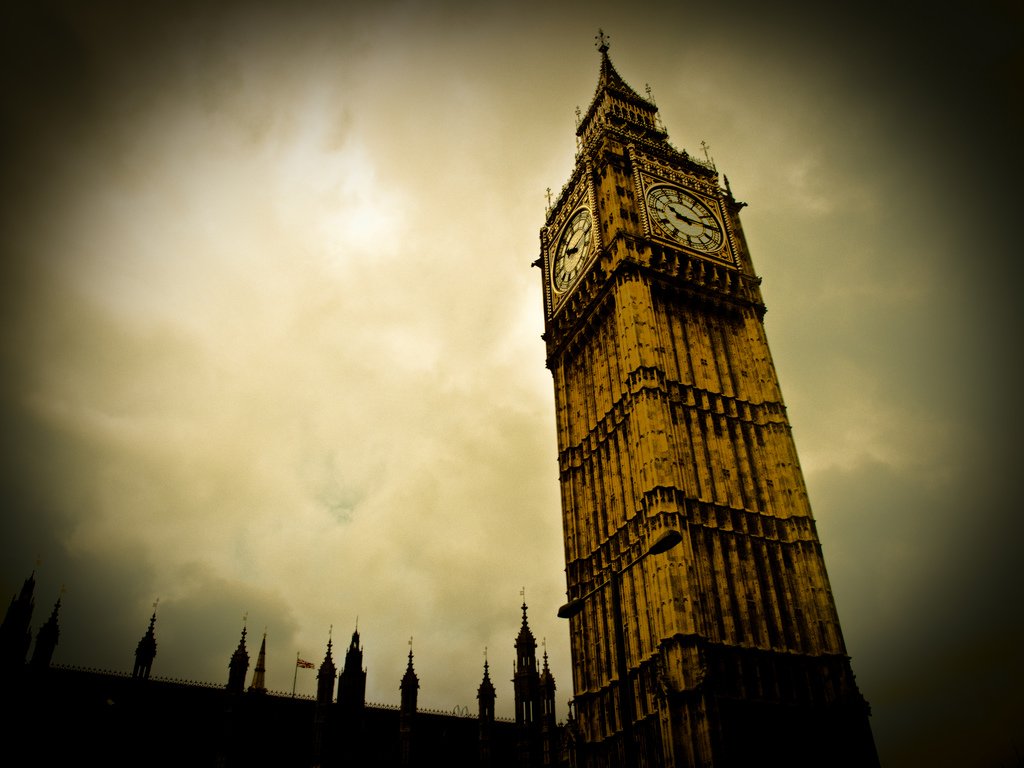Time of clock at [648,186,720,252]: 10:14
